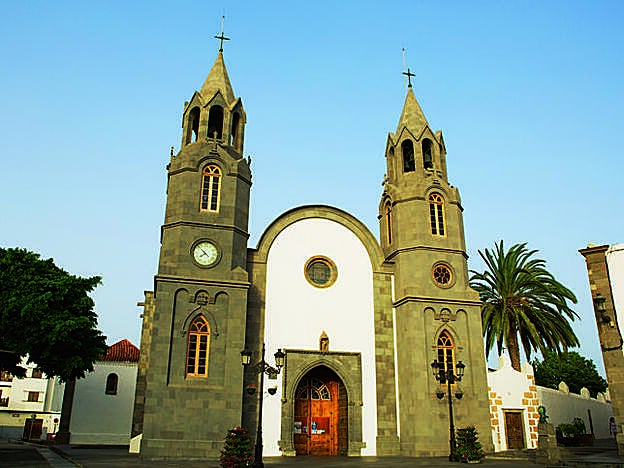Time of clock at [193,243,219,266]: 7:52
